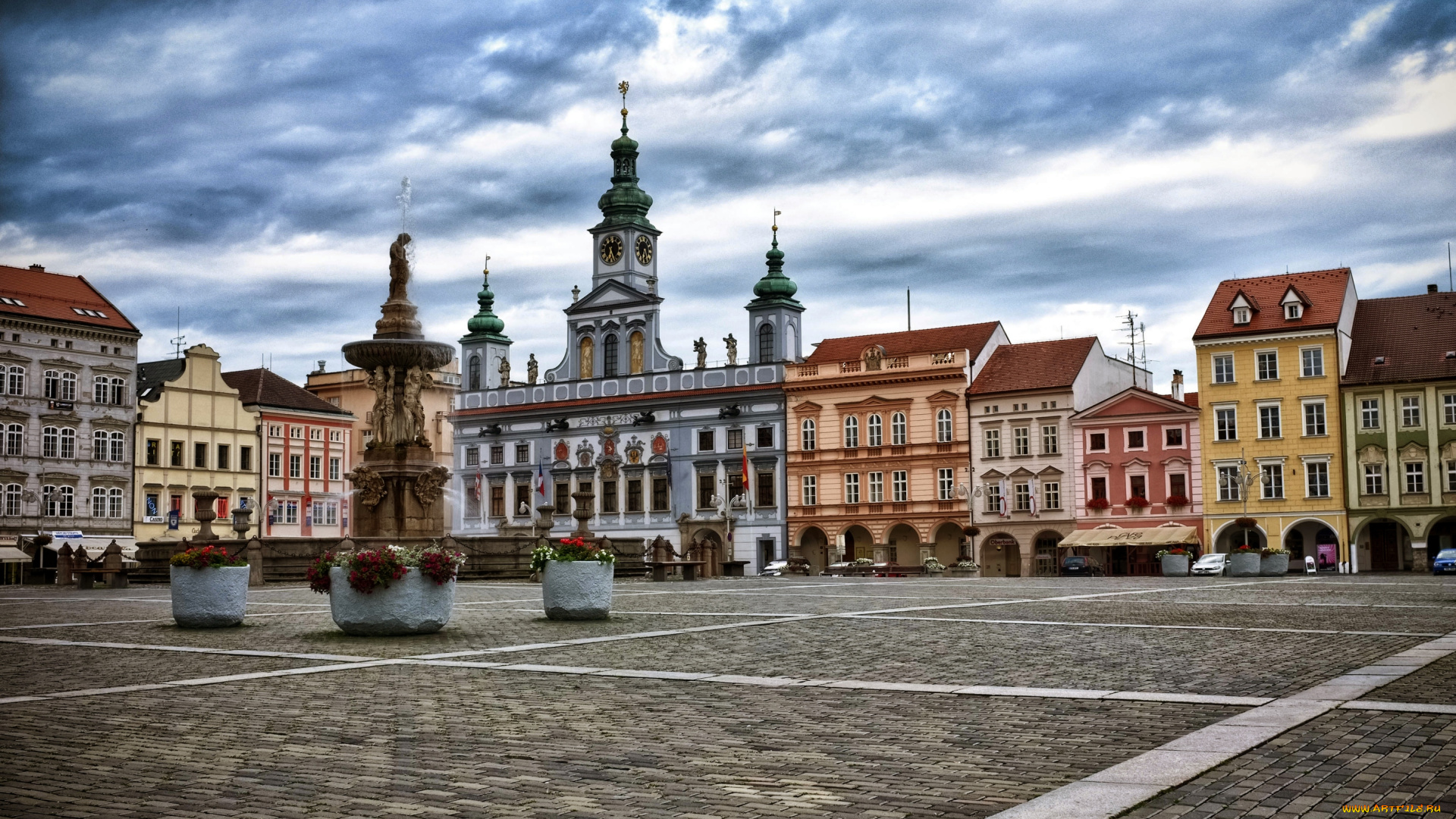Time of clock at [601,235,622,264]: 6:25
